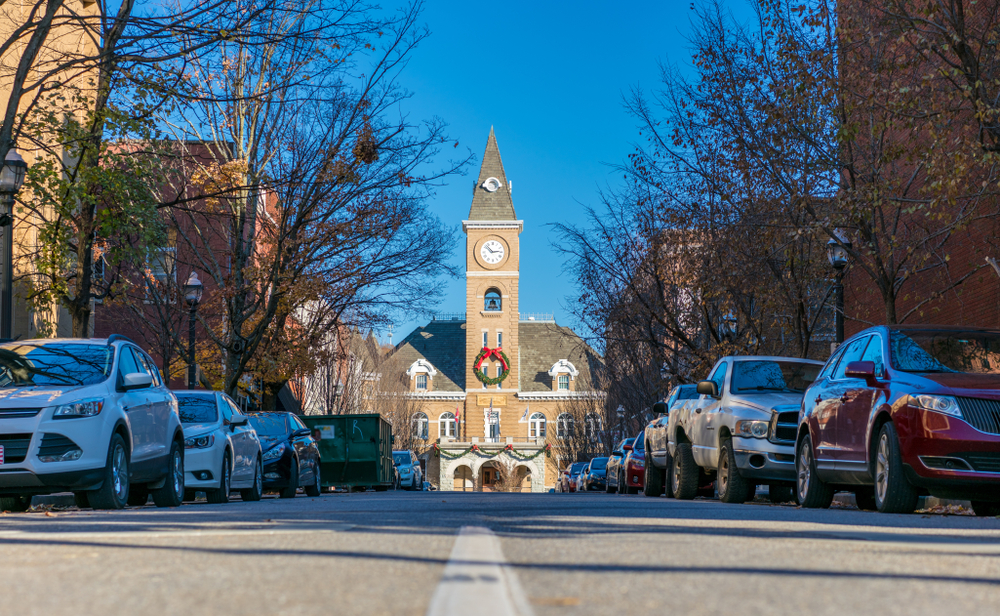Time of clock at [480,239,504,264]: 2:52
